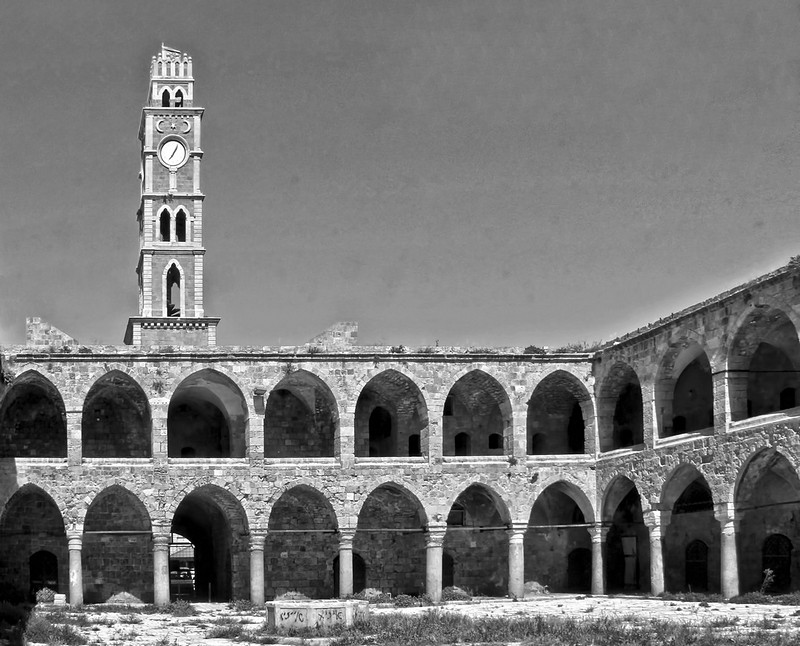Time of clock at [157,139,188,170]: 7:04
